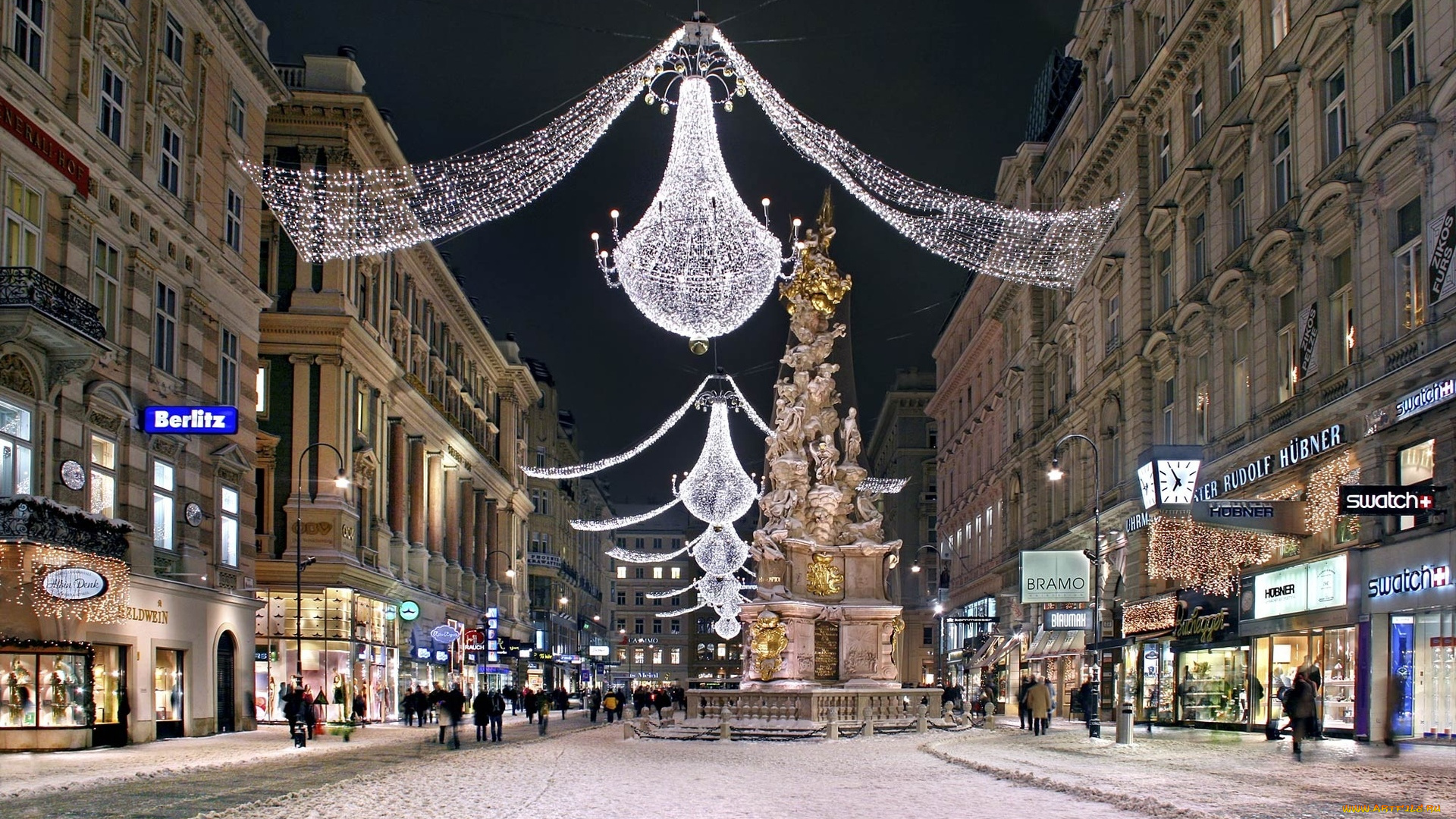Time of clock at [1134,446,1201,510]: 6:54
